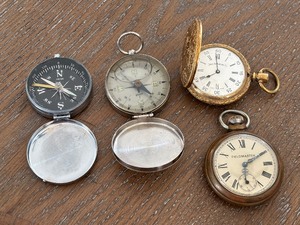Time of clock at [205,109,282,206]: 6:10
